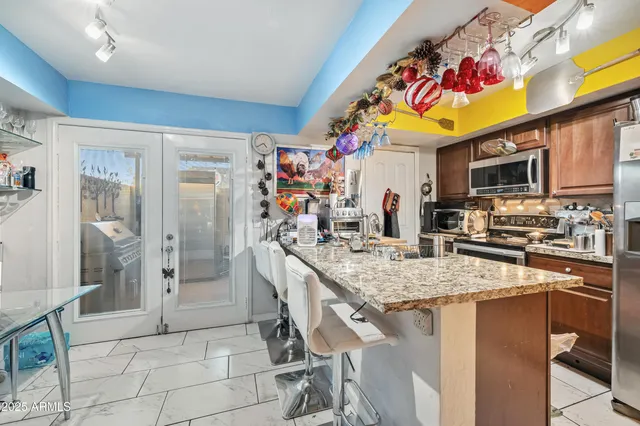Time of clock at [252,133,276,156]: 4:39
